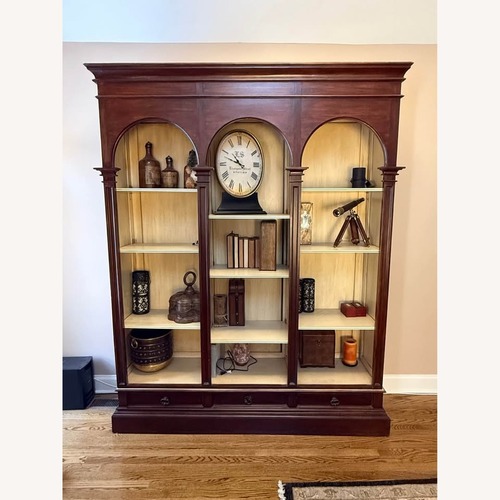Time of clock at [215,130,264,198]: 10:48
